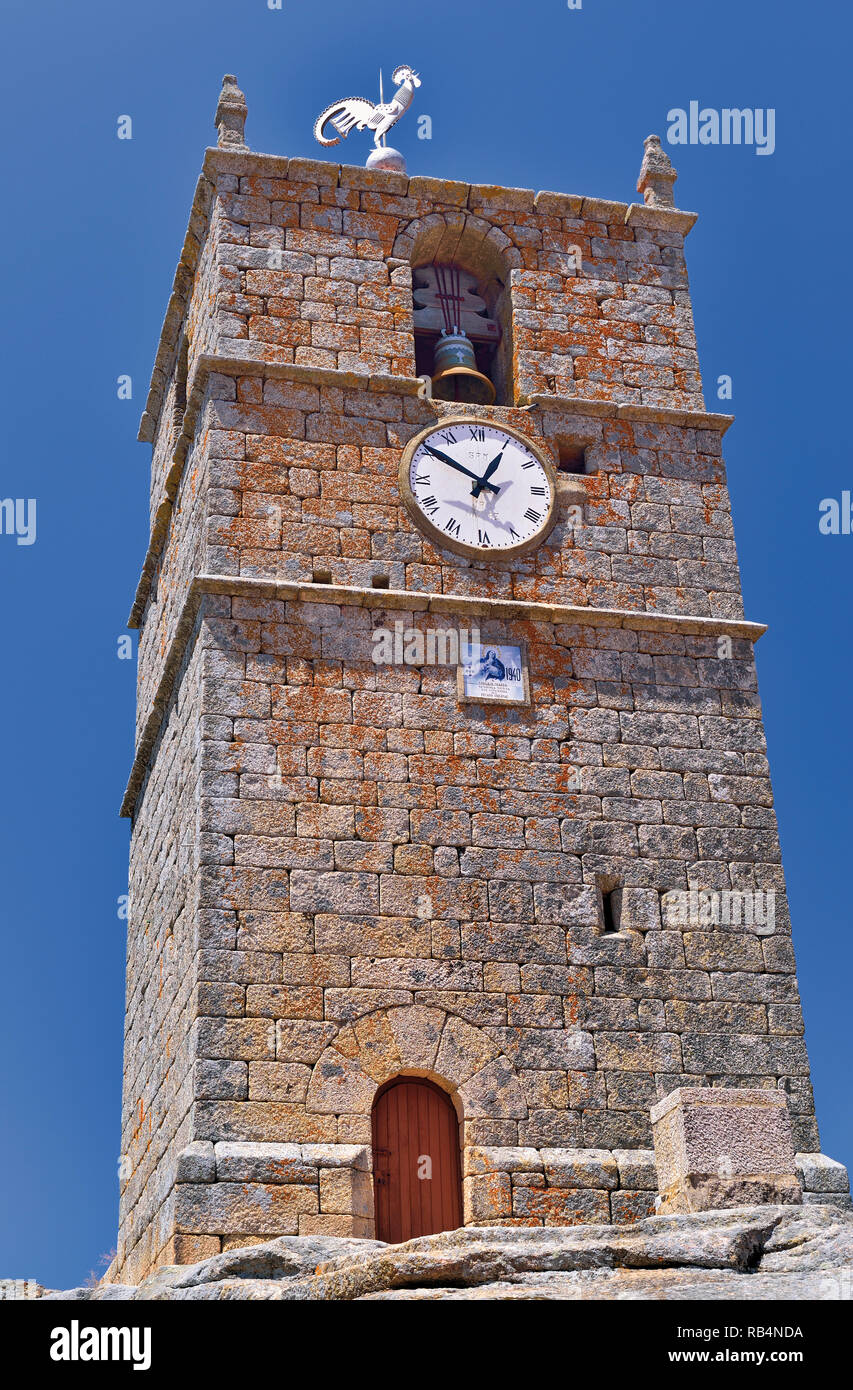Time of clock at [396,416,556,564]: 12:50
